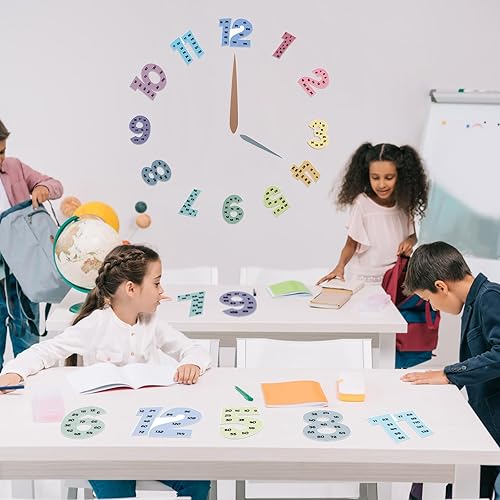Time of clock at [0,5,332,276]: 4:00
